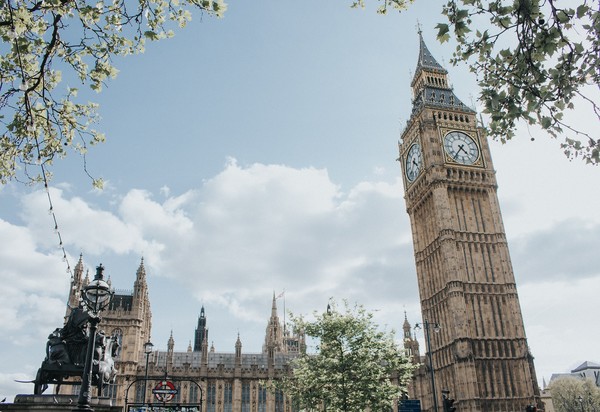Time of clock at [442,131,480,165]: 4:36
